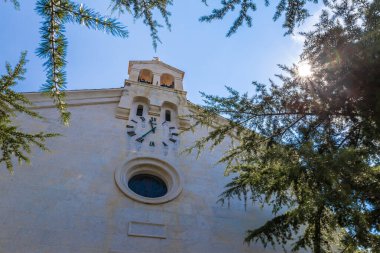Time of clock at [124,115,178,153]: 11:36
